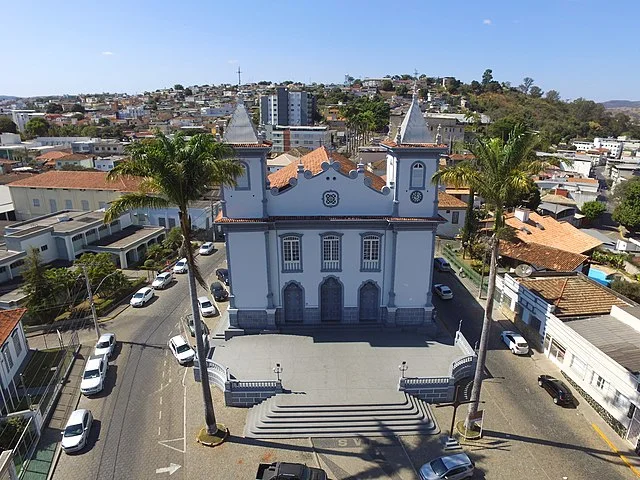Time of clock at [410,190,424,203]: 11:48
